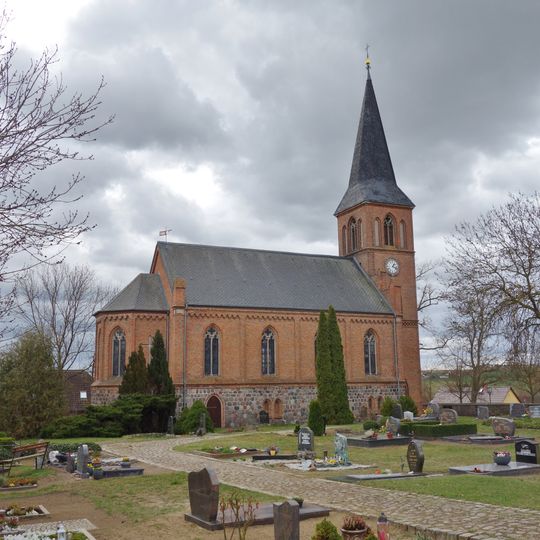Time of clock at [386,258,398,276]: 1:18
